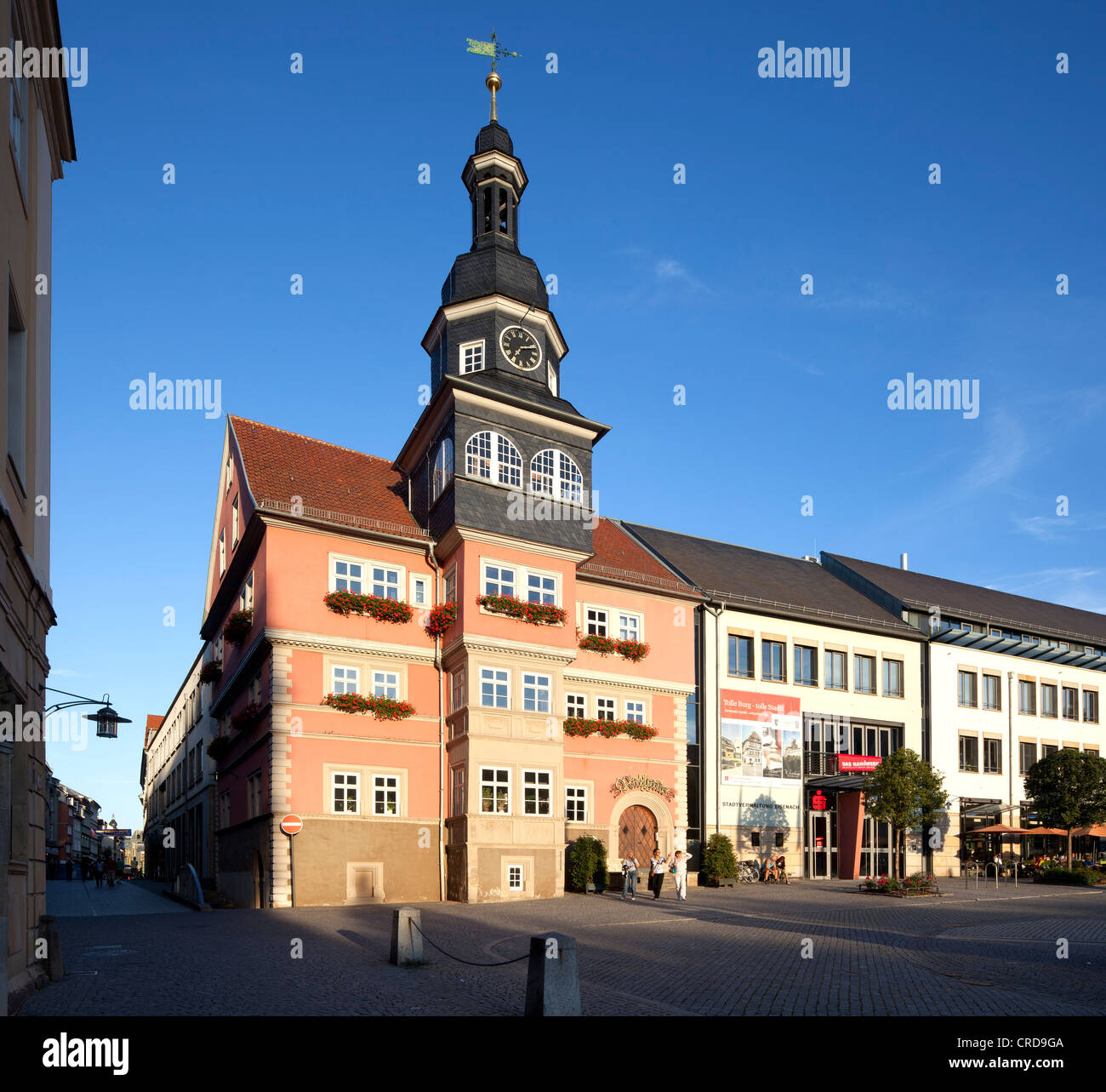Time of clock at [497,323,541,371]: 7:12
